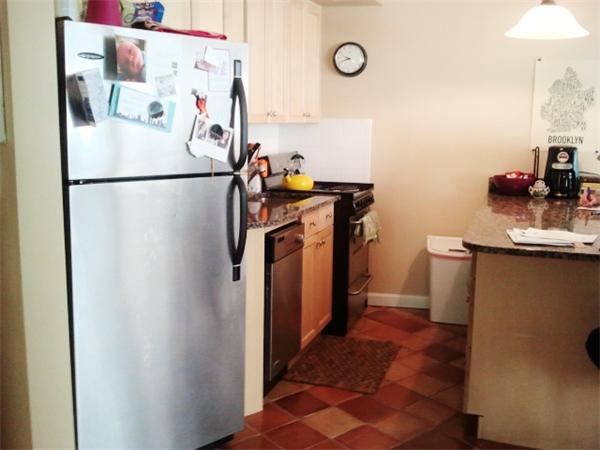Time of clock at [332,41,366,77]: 9:41
